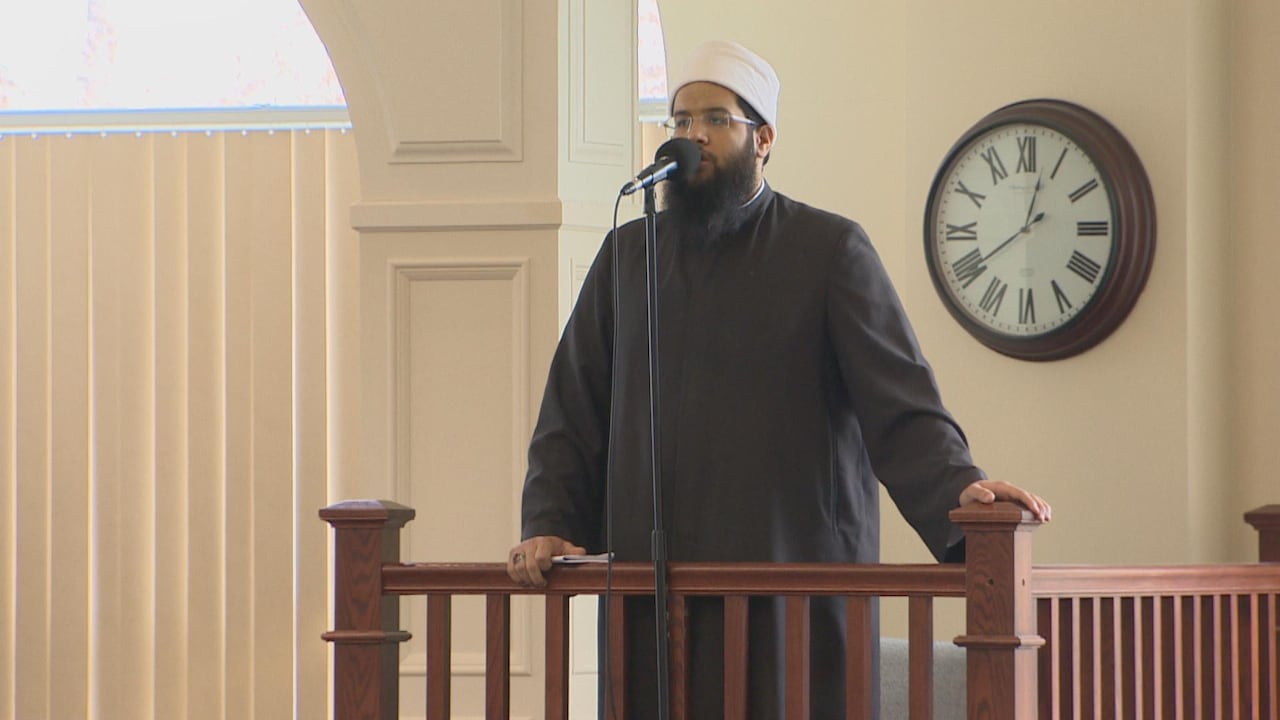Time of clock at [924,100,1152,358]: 12:39
